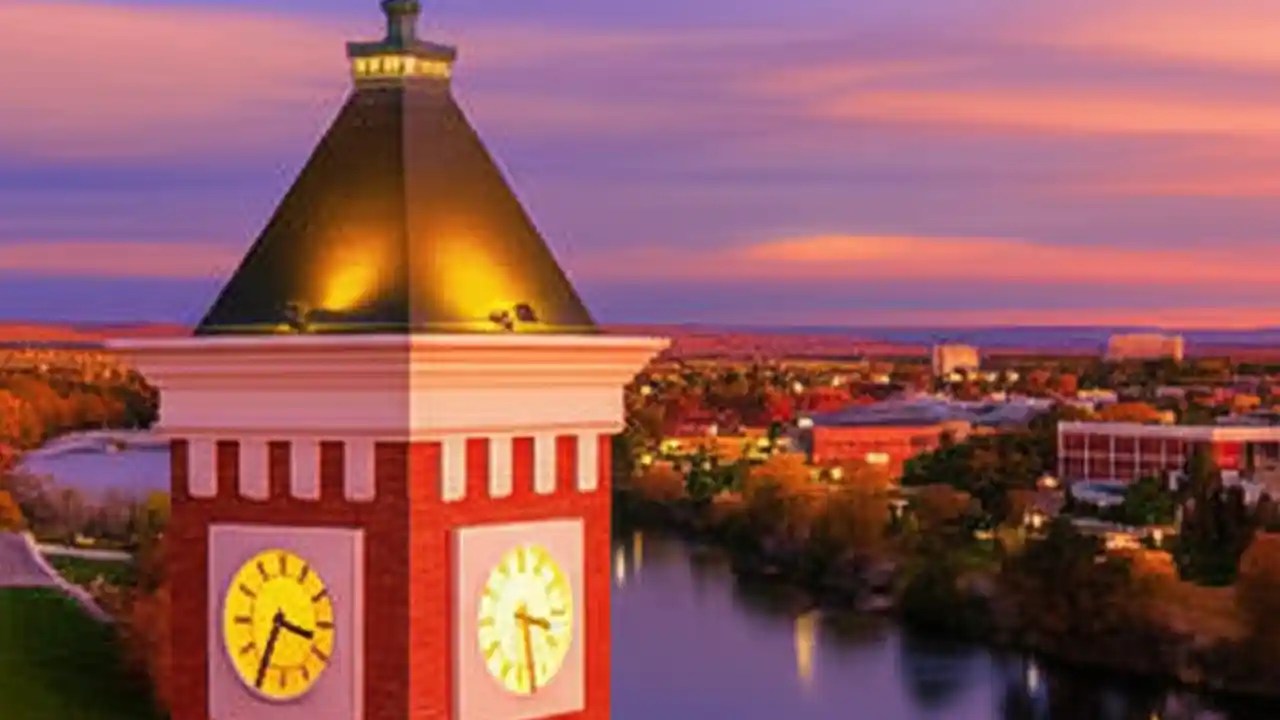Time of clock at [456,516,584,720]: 3:28
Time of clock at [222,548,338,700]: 3:35
